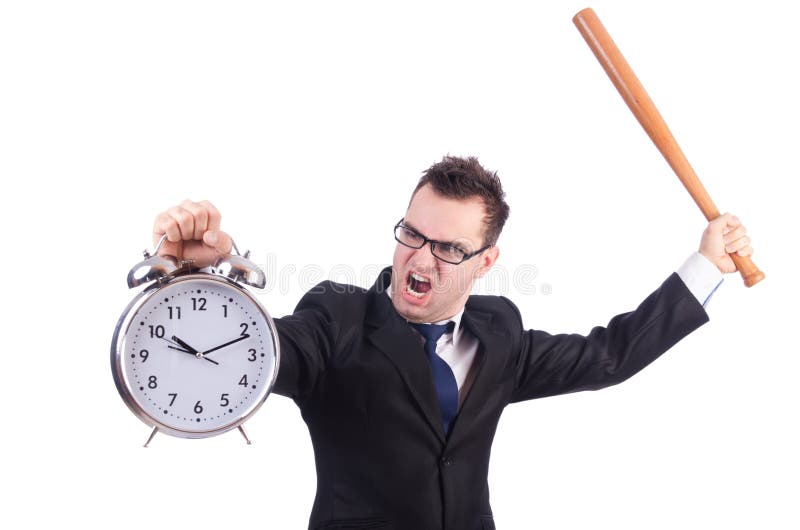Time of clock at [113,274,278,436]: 10:11
